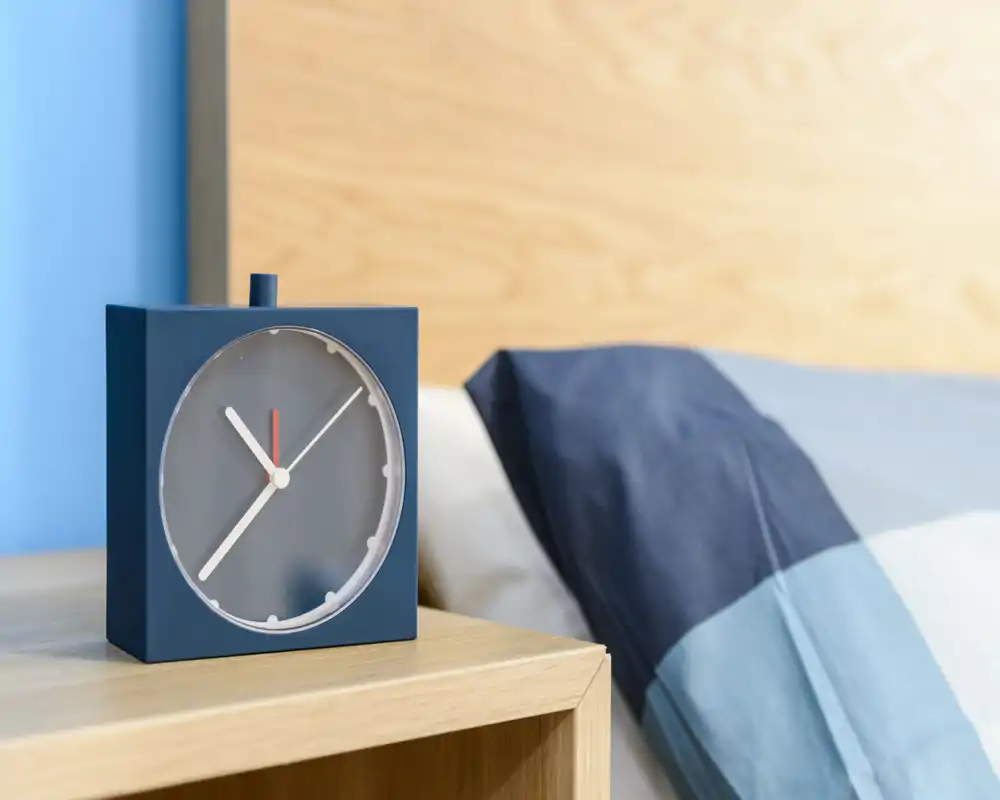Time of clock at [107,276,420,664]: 10:37
